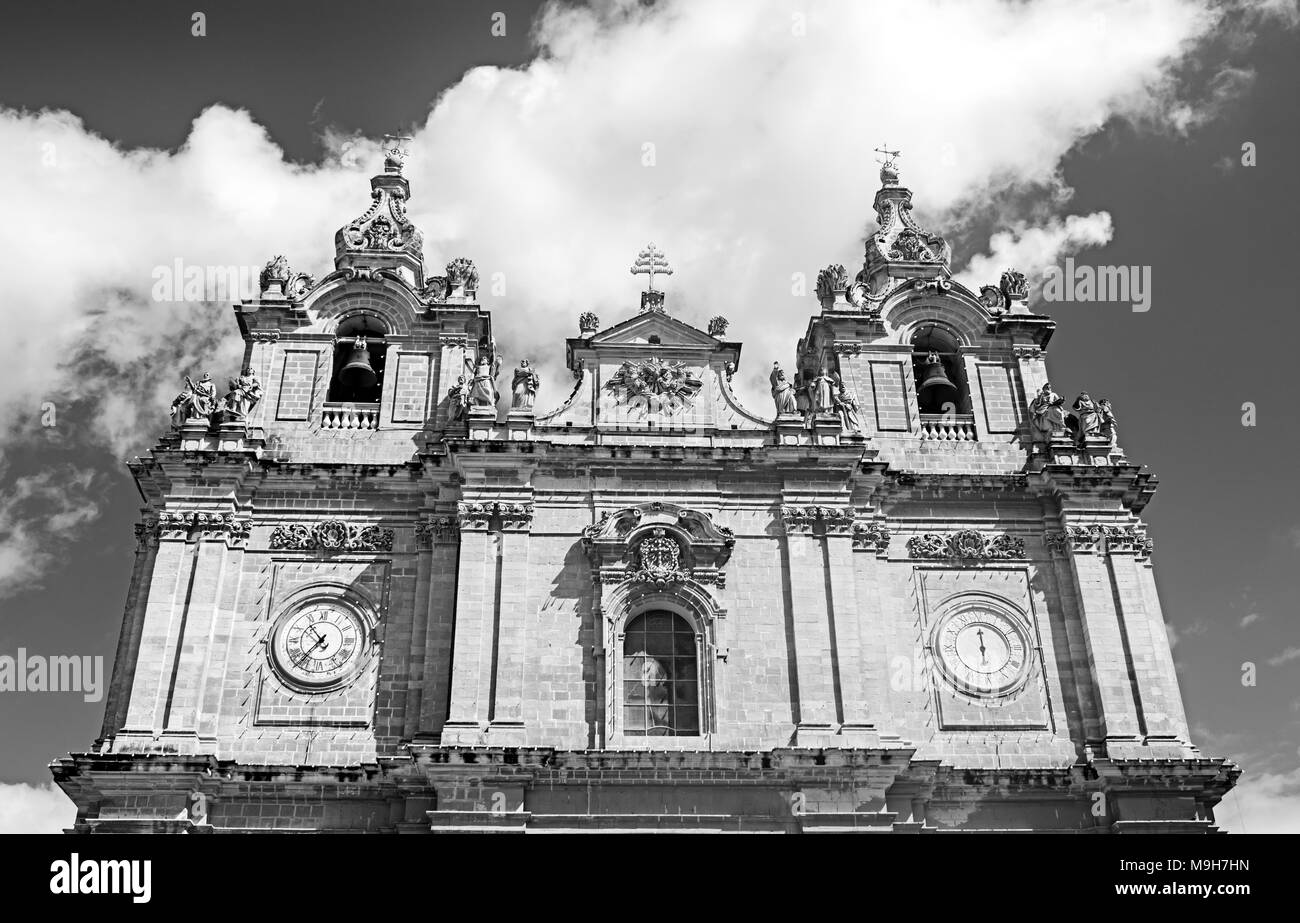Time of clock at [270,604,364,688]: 10:36
